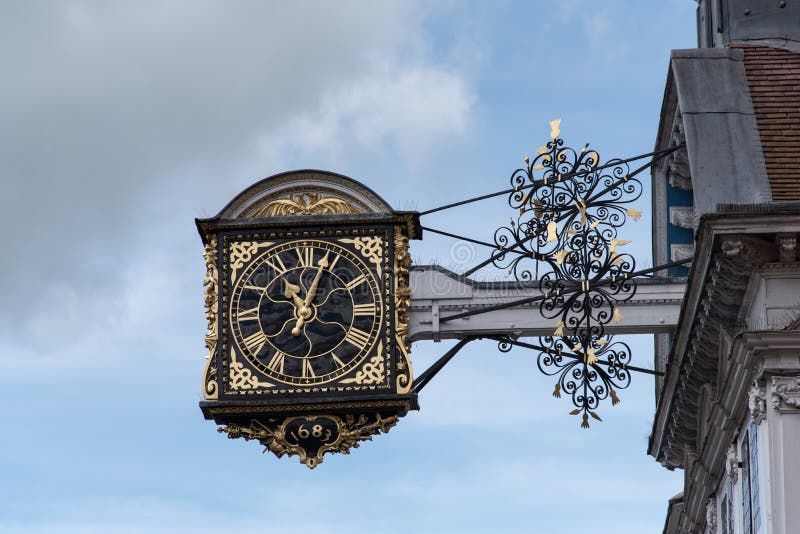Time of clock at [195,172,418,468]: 11:03
